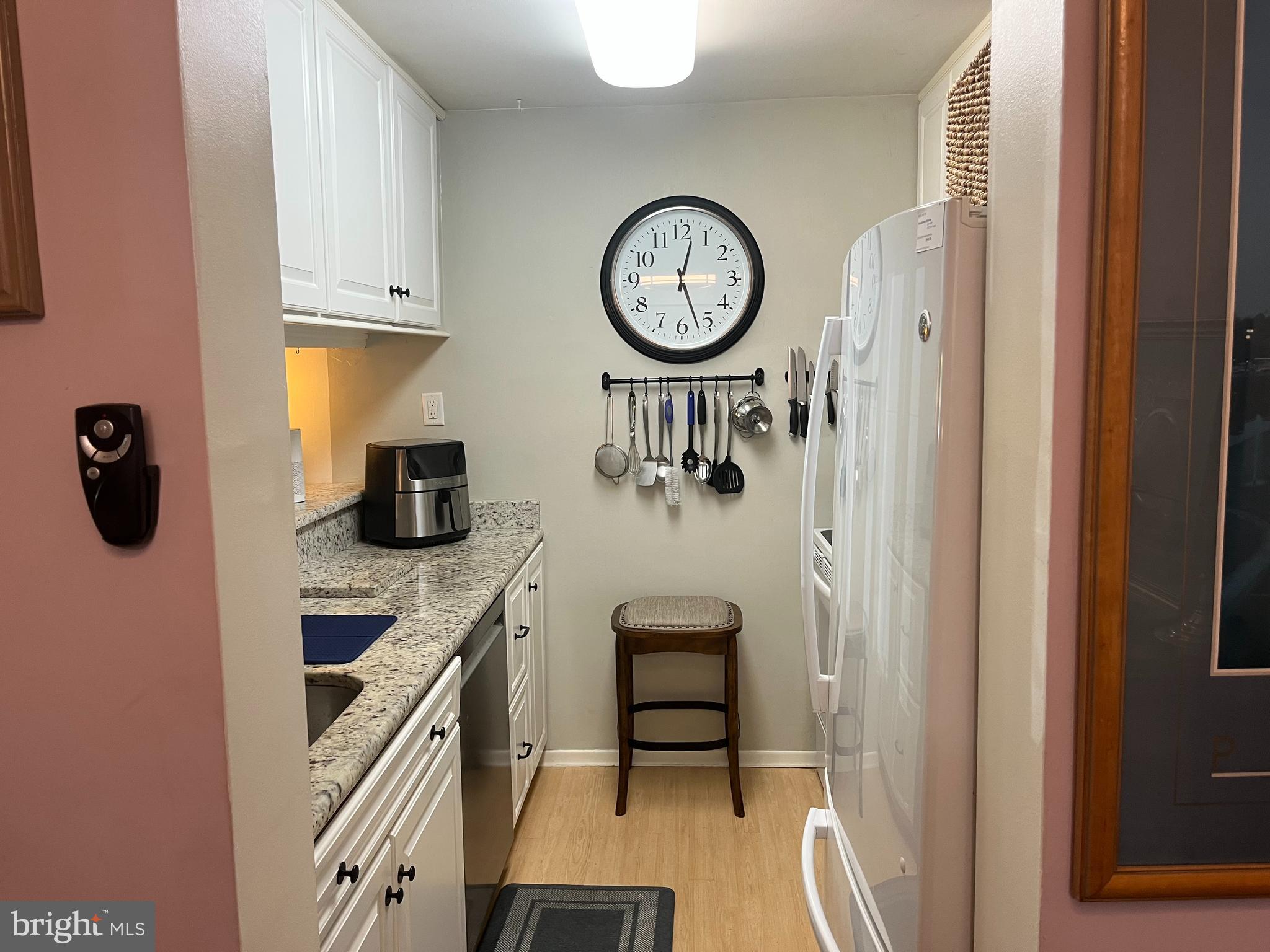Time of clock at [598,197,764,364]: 12:26
